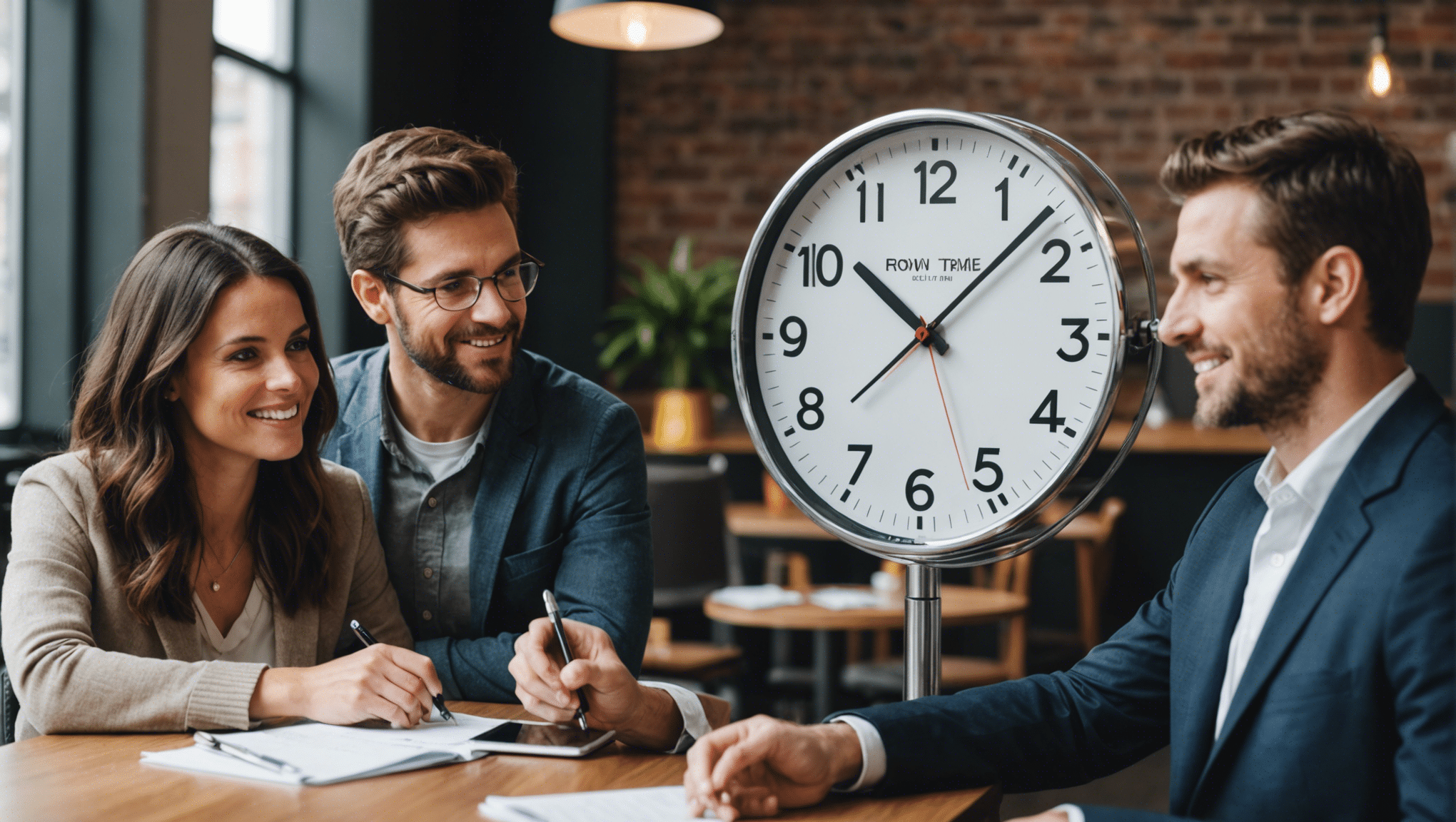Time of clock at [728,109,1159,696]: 10:07
